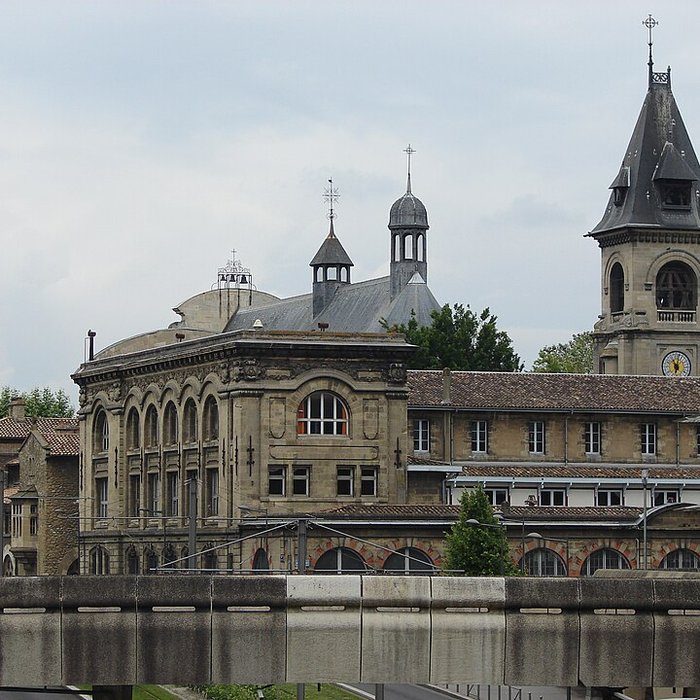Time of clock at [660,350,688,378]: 11:02
